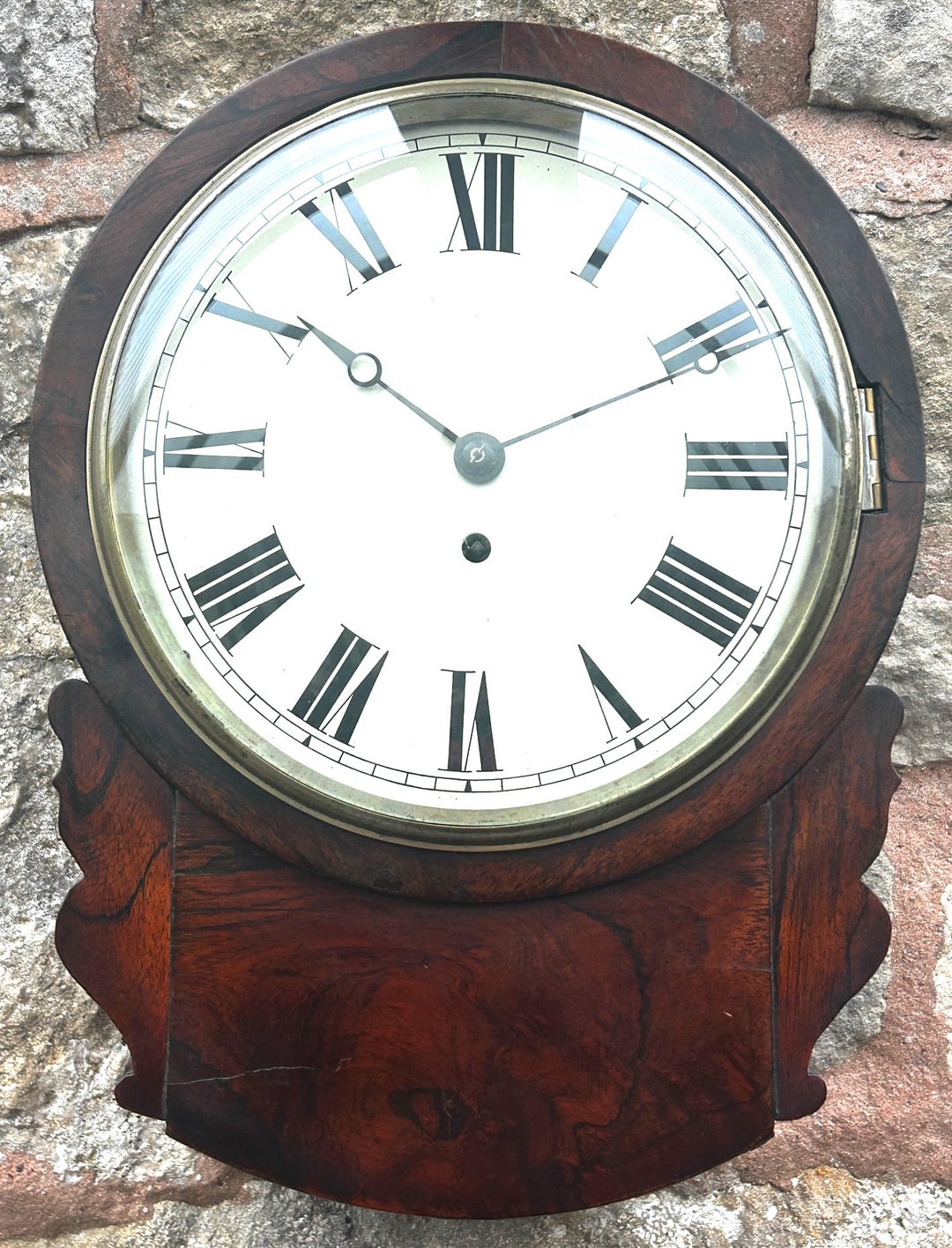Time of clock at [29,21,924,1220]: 10:10
